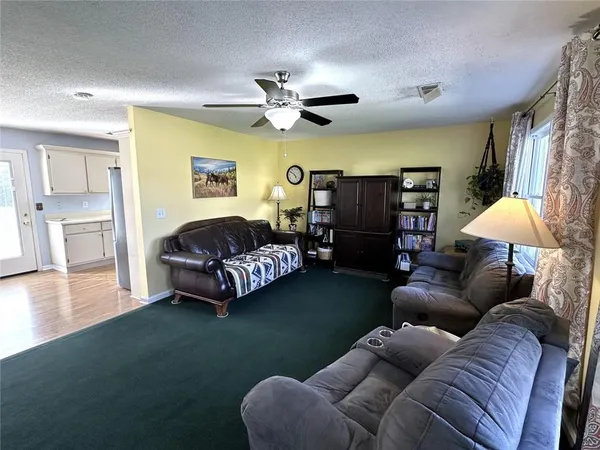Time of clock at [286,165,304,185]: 4:50
